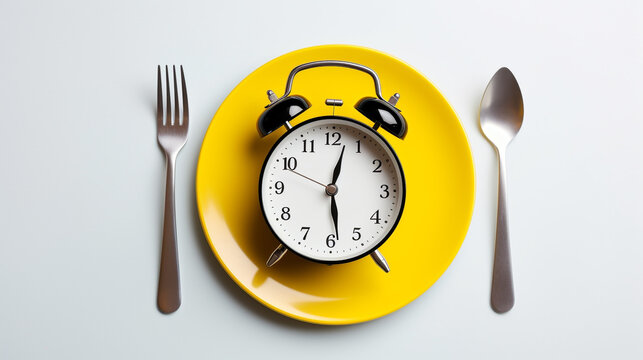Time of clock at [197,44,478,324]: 12:28
